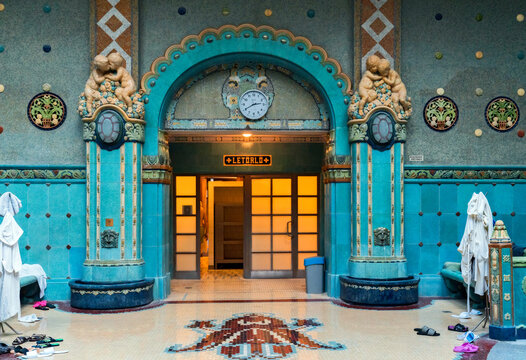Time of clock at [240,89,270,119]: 2:40
